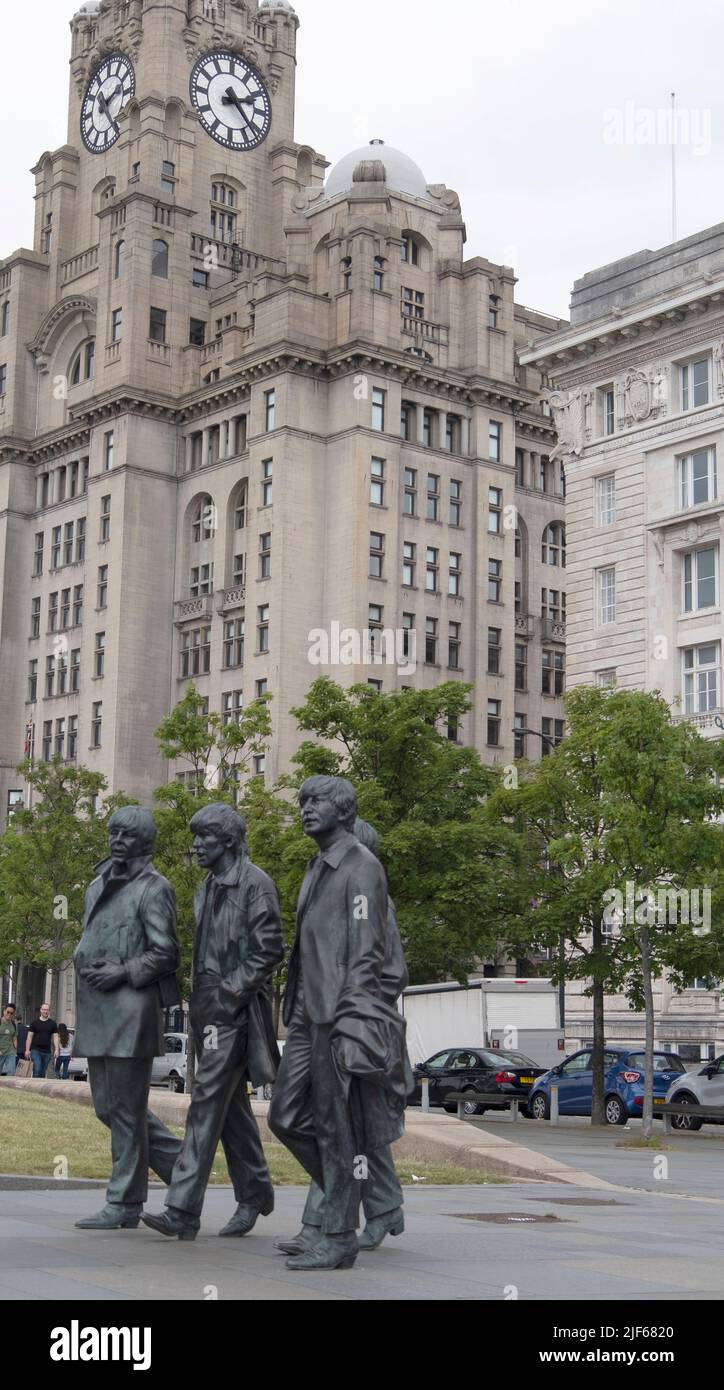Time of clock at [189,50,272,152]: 2:23
